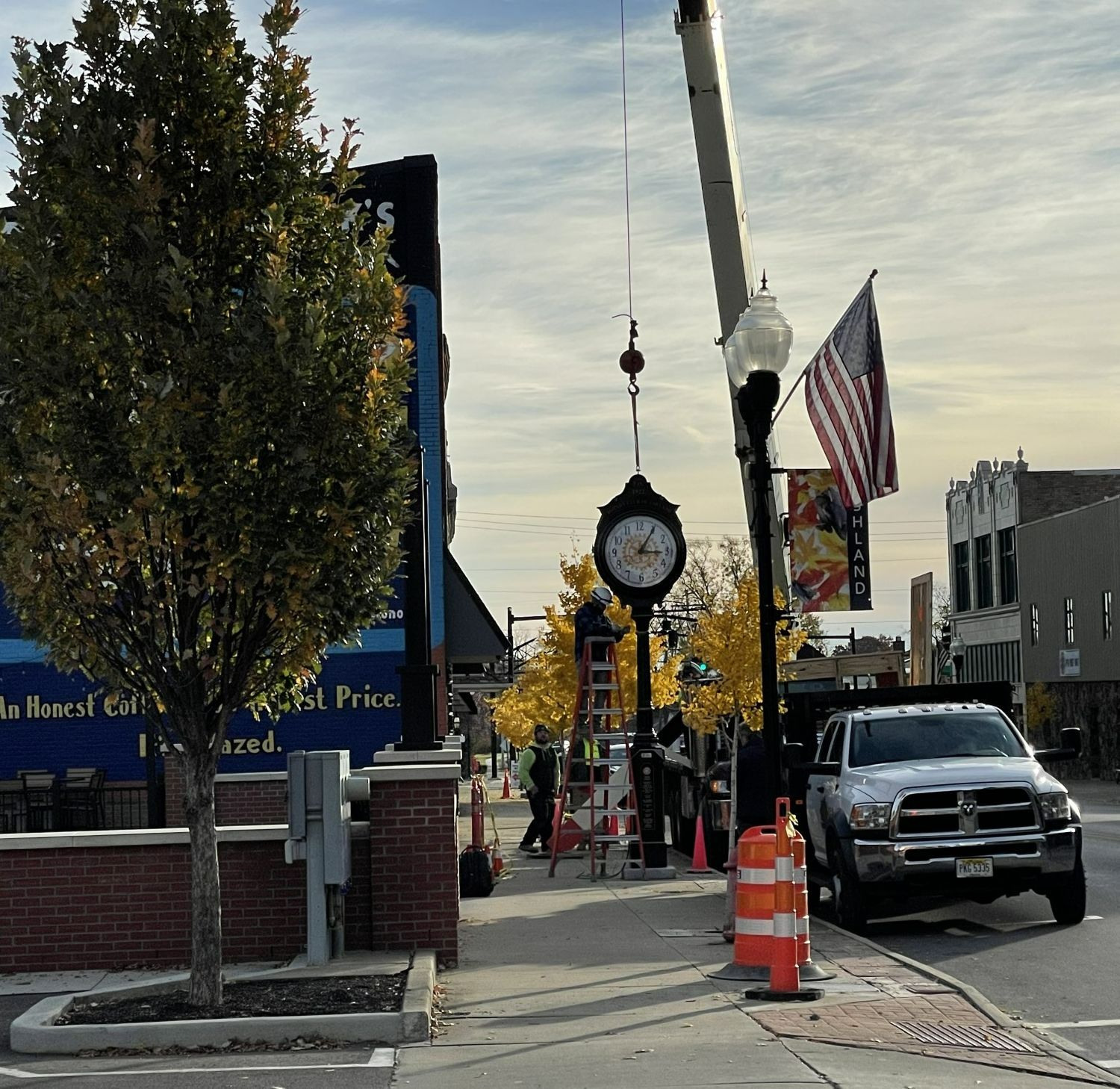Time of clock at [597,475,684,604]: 3:05
